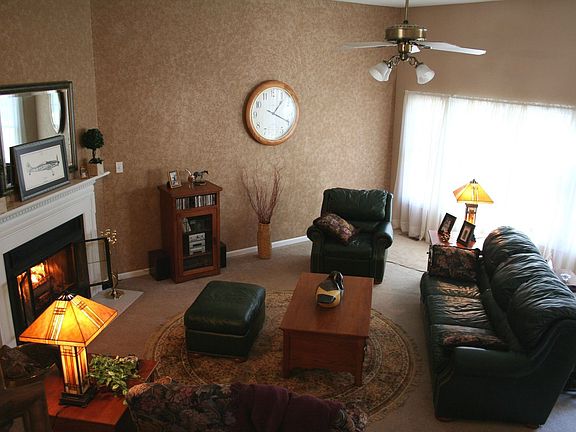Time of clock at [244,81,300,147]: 1:19
